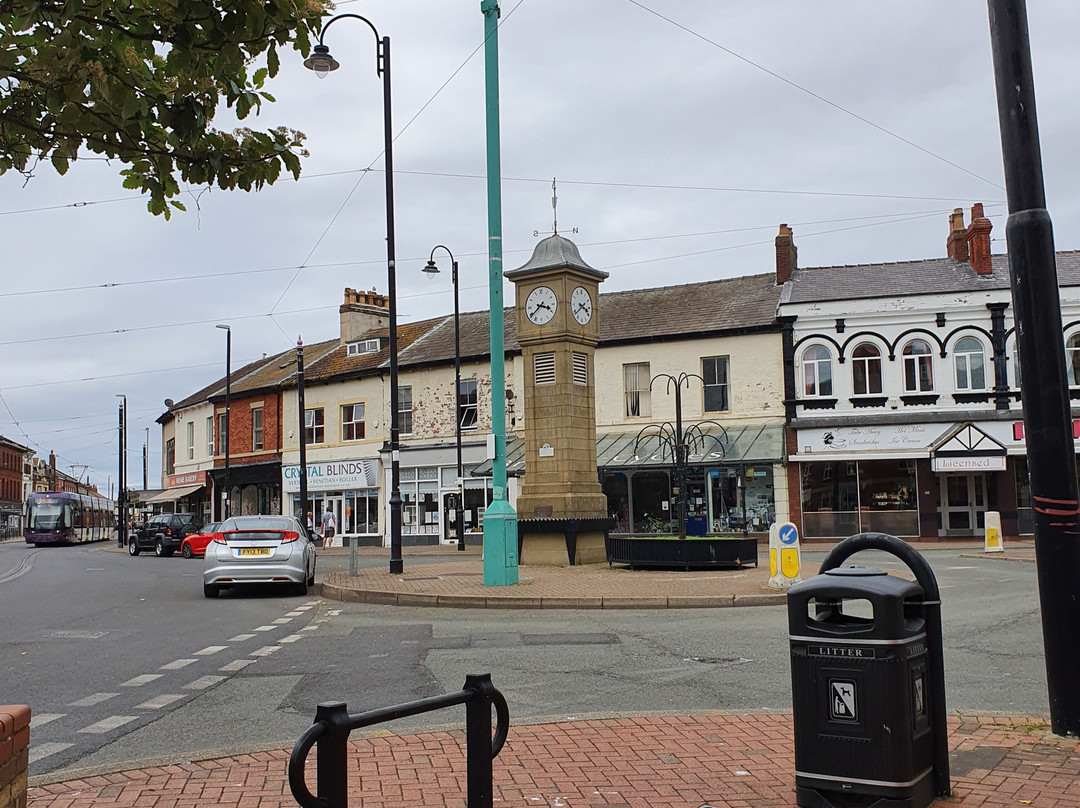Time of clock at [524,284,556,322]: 3:39
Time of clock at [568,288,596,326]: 3:38
